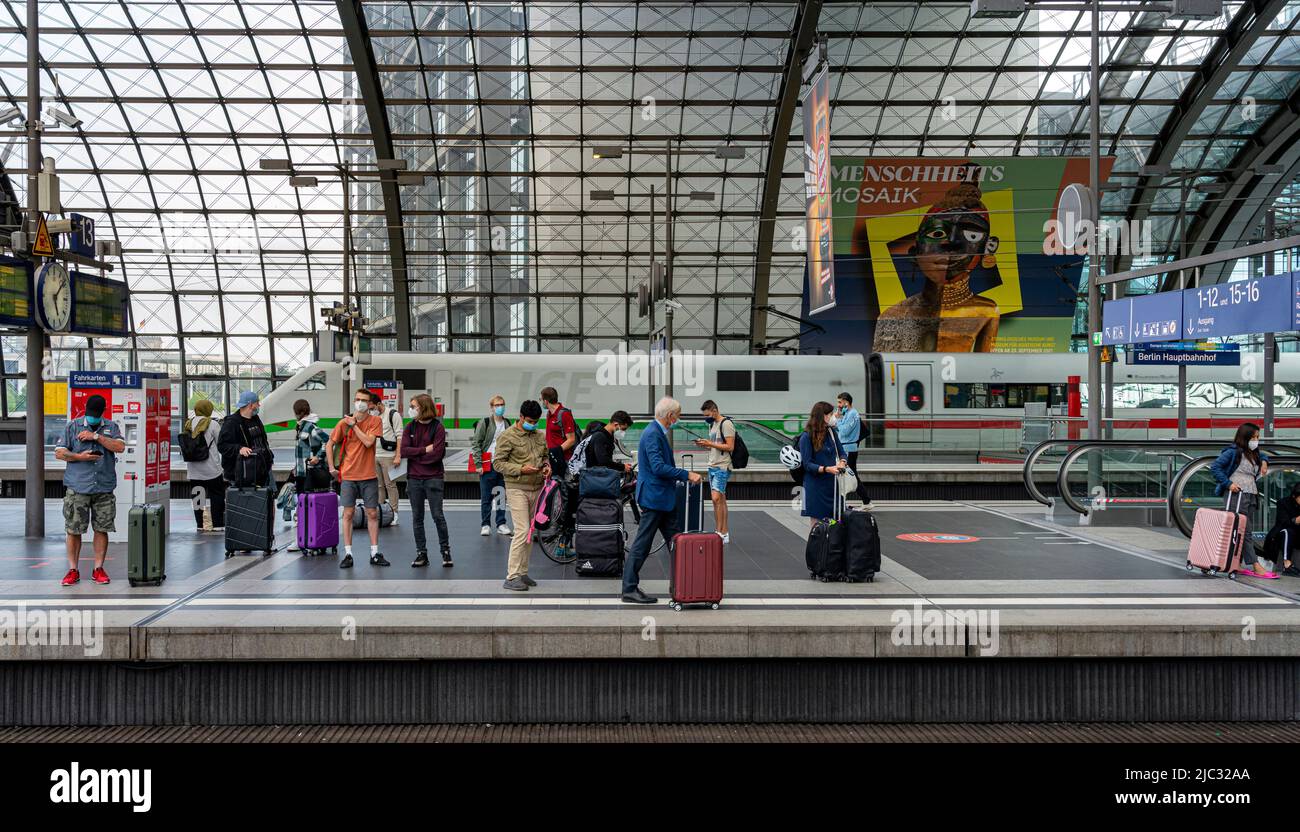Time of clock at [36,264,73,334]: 5:08
